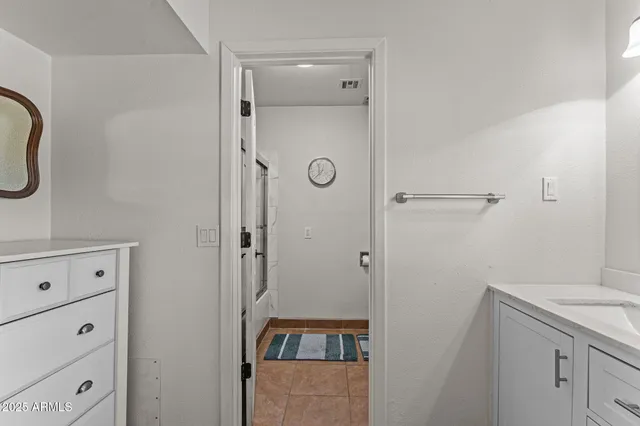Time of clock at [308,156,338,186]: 11:37
